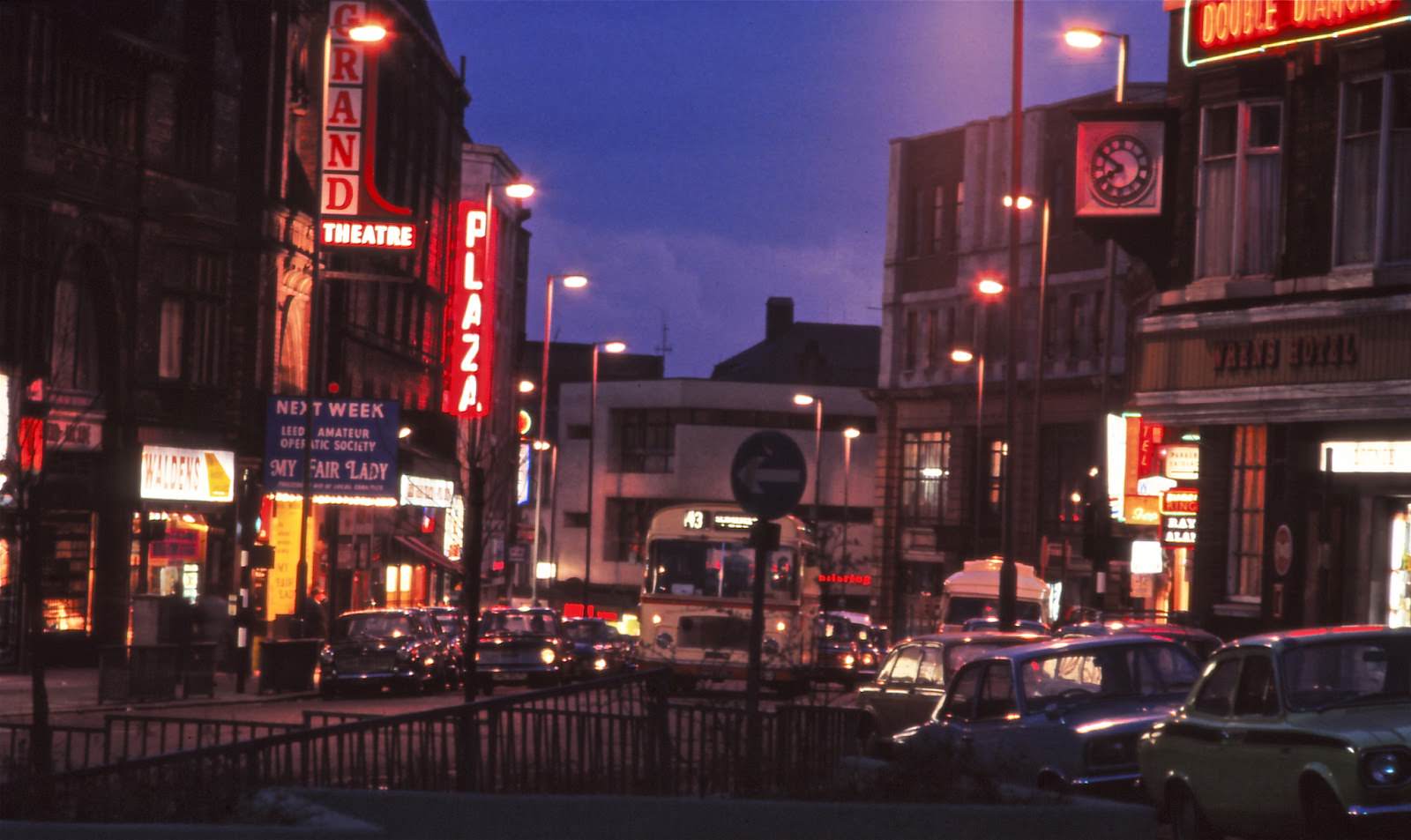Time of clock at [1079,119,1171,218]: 7:50
